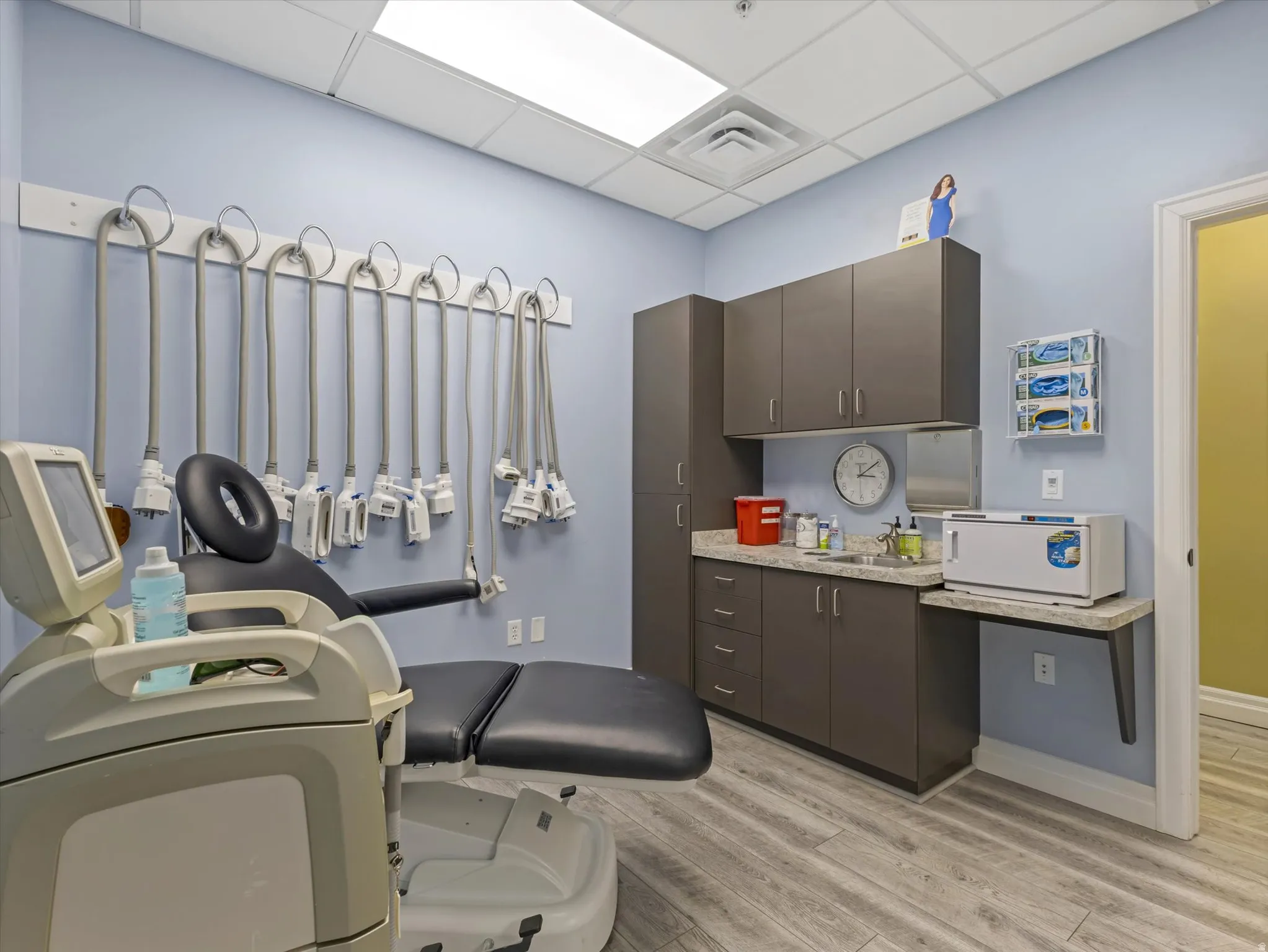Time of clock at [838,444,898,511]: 3:09
